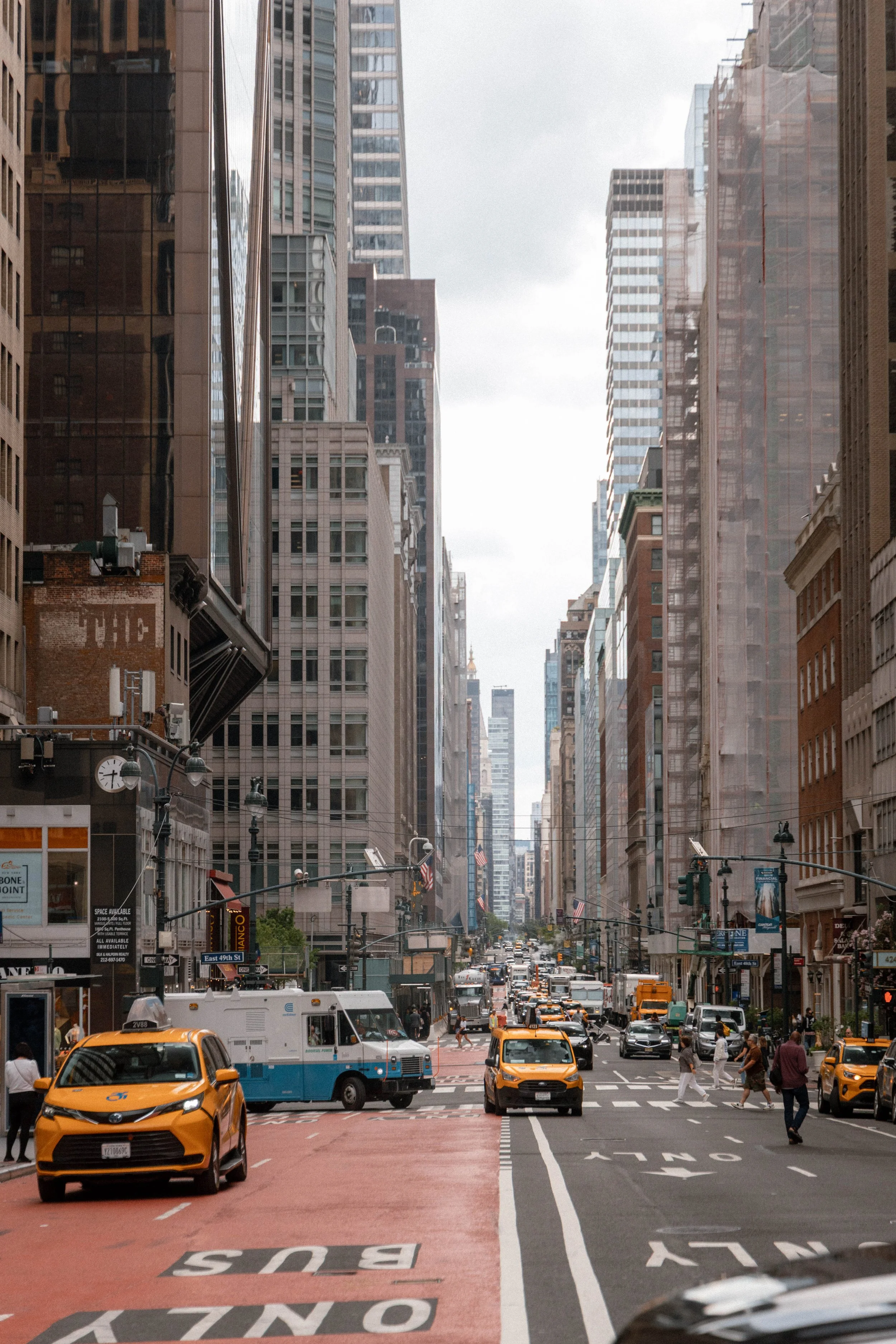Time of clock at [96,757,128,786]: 8:30
